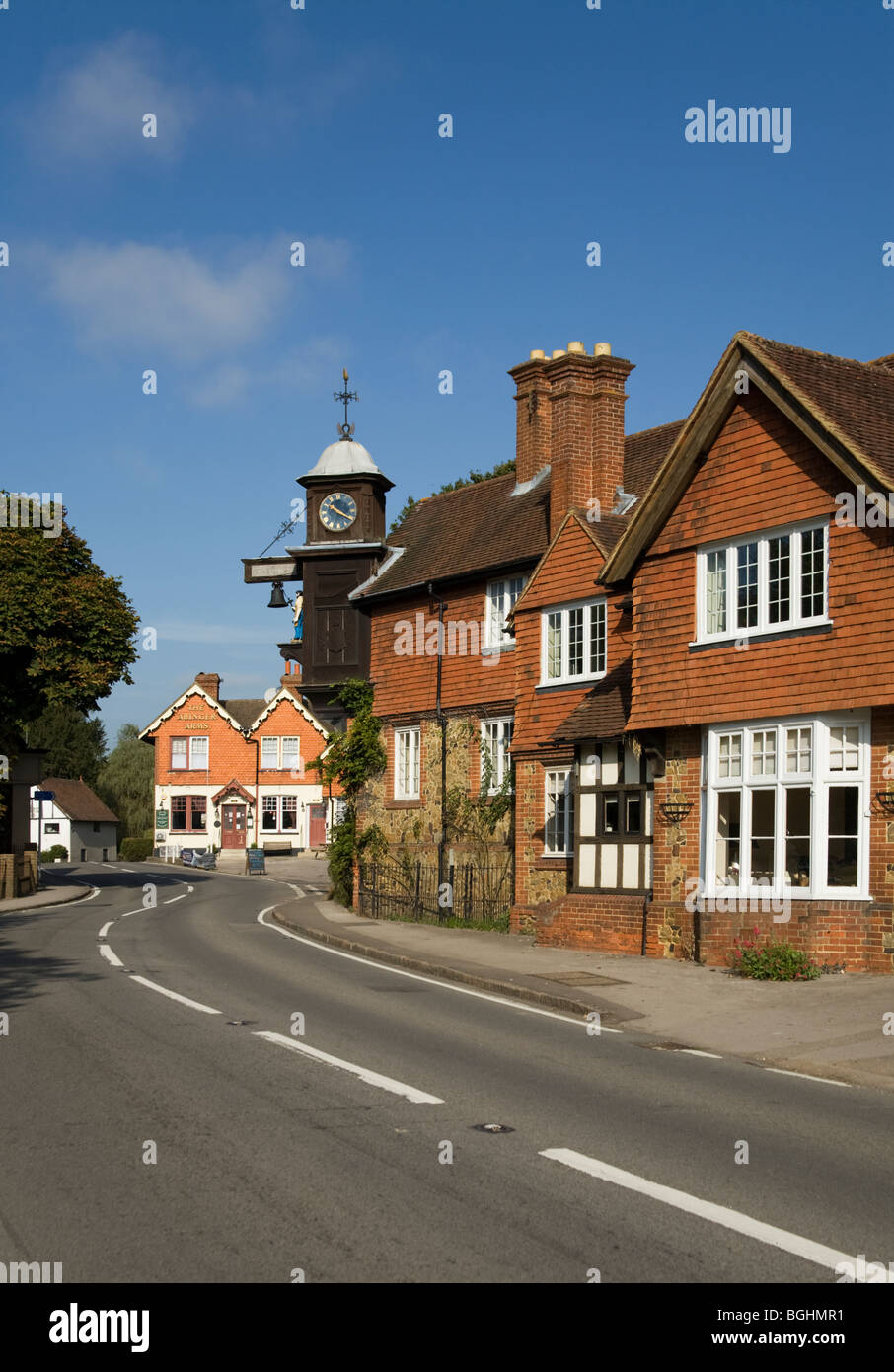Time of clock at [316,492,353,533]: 10:20
